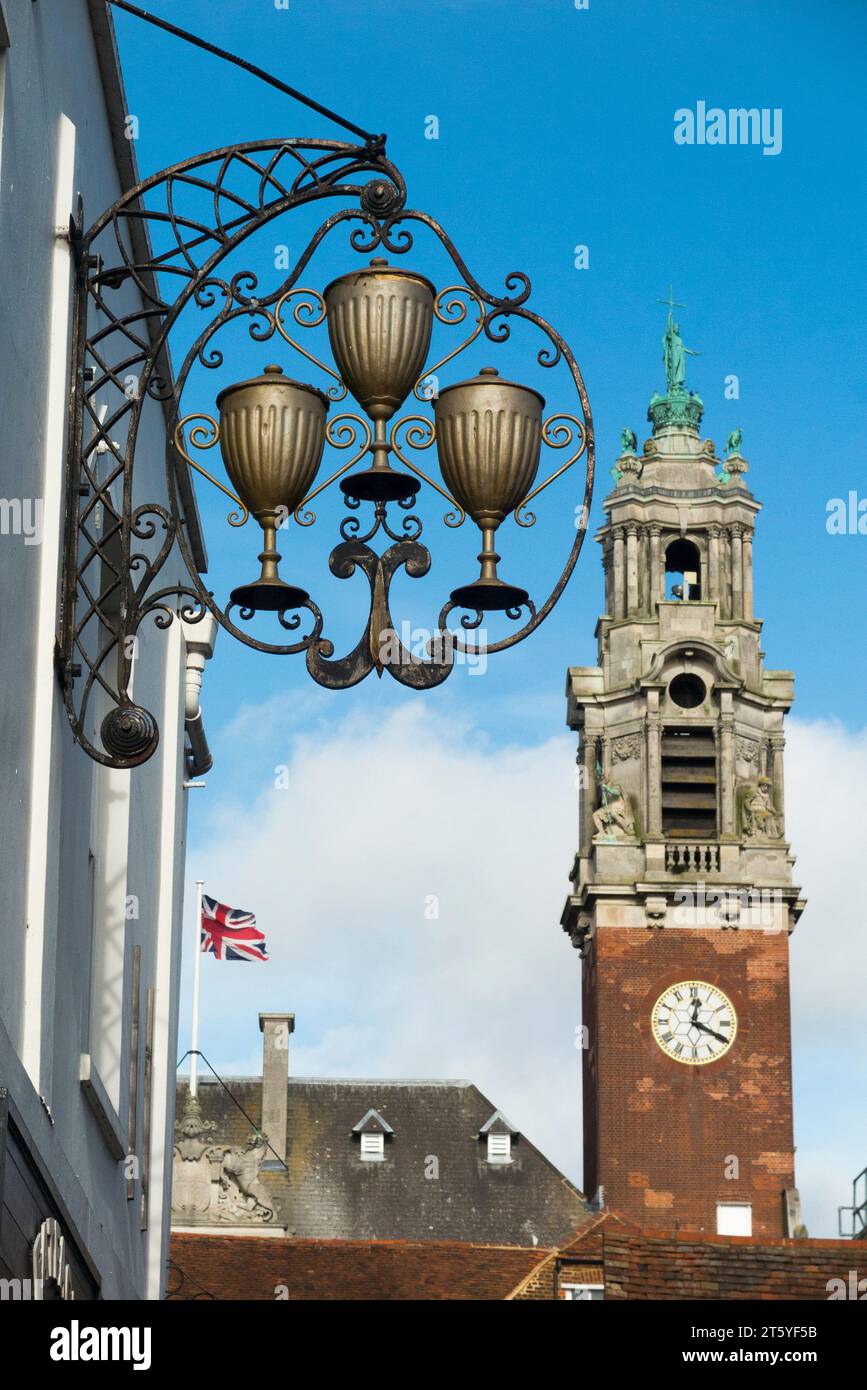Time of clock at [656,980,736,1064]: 12:19
